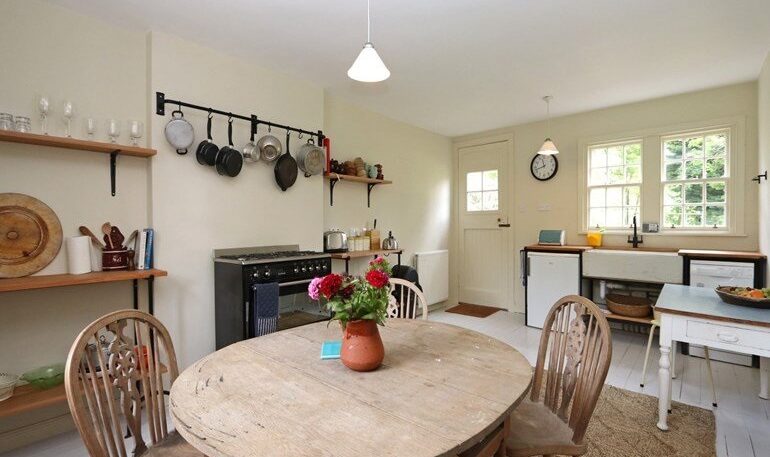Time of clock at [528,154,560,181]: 11:42
